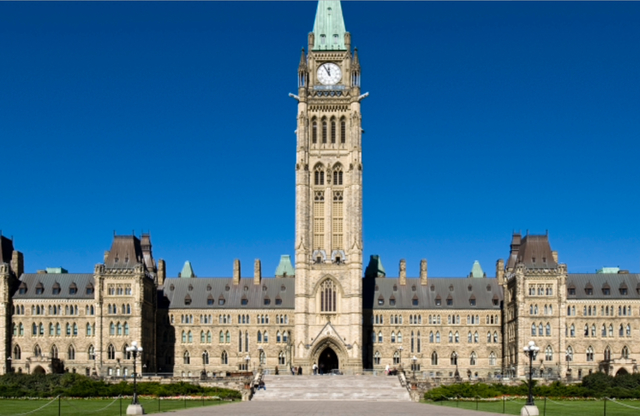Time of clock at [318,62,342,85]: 11:55
